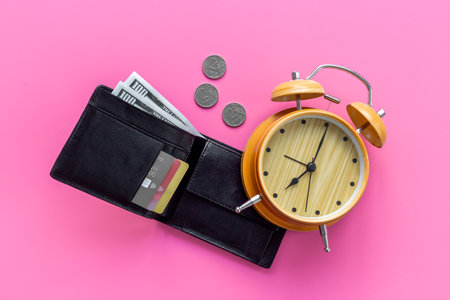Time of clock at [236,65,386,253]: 8:05
